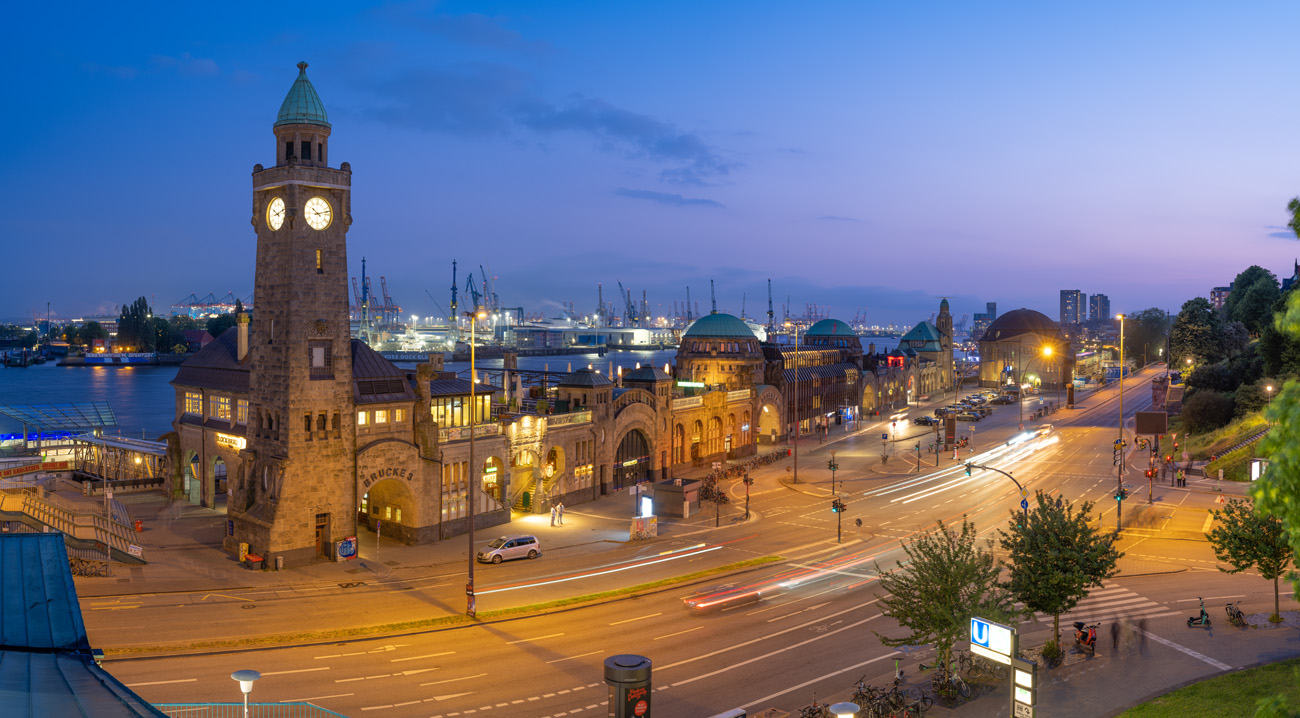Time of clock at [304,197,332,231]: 10:12
